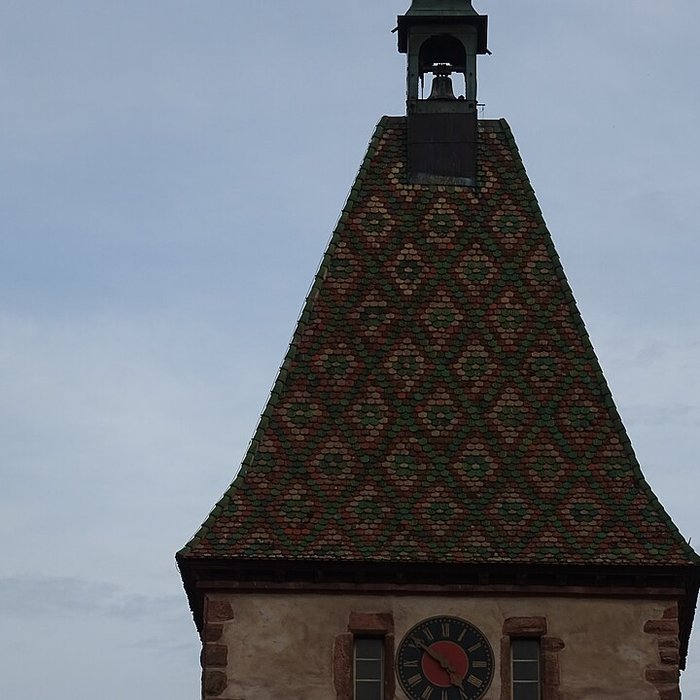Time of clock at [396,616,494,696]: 4:51
